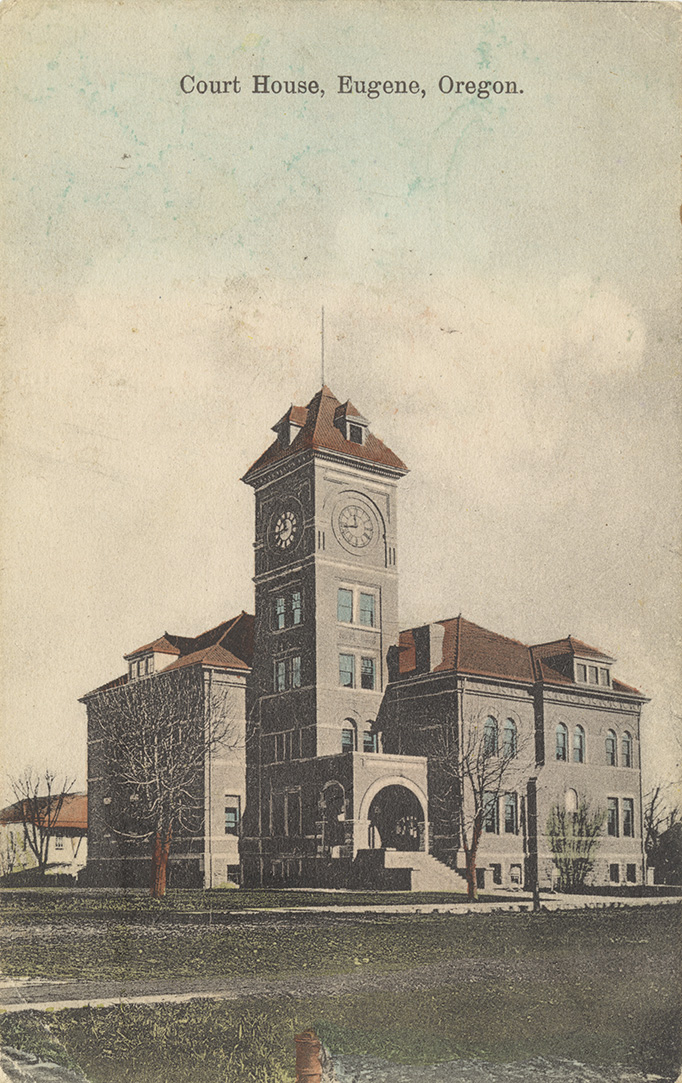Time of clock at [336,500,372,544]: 11:43
